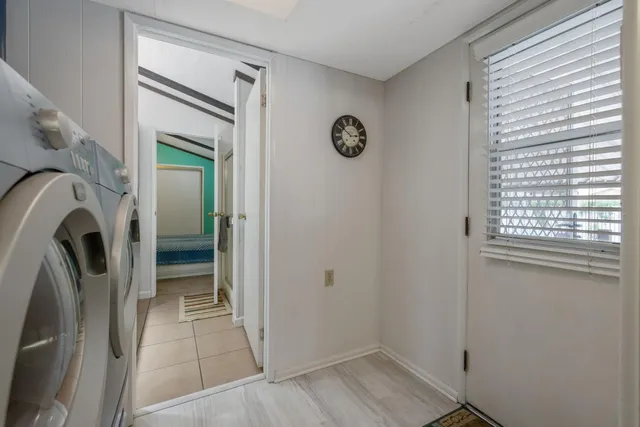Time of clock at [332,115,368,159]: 2:50
